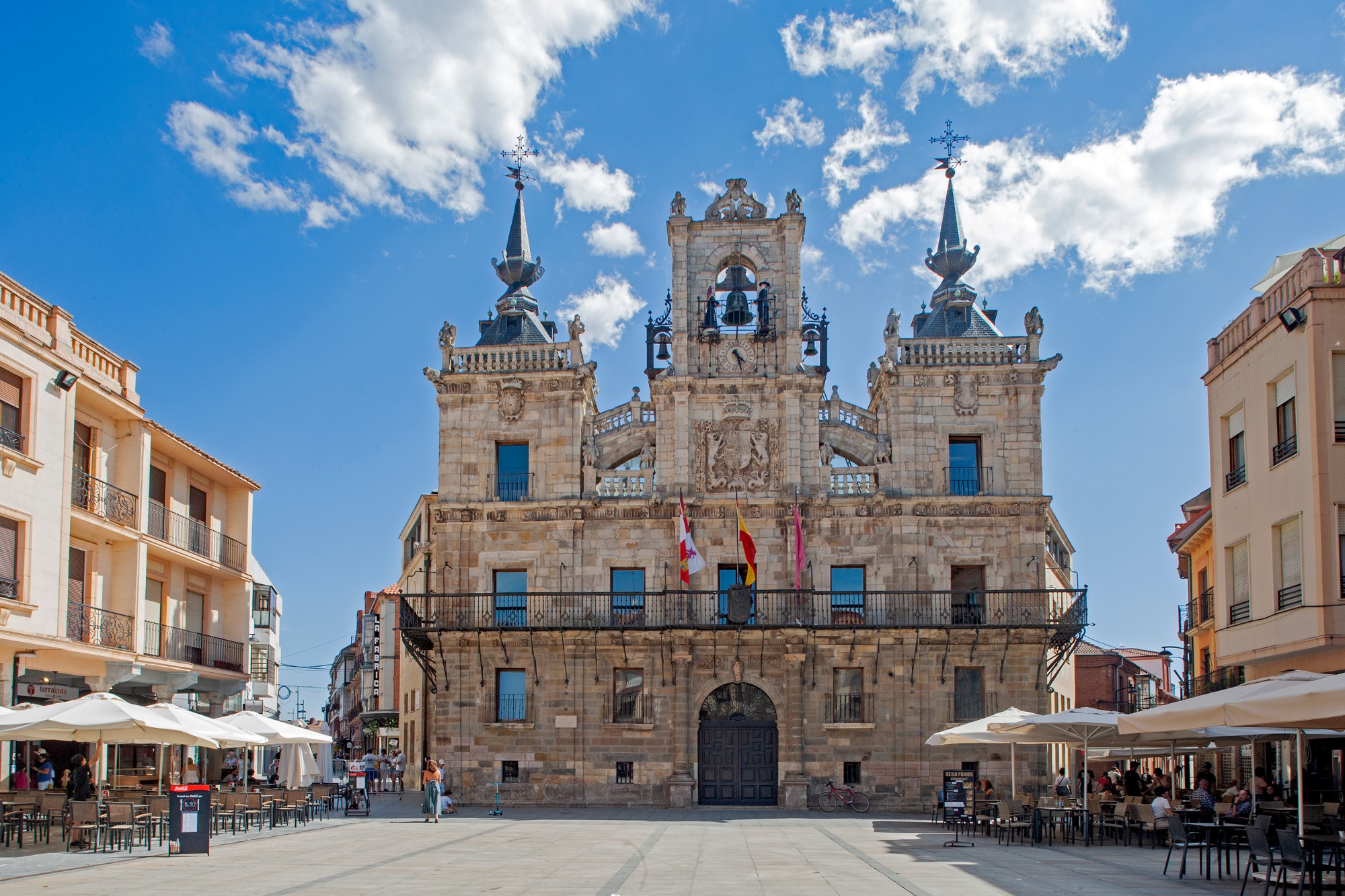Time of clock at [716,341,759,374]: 4:27
